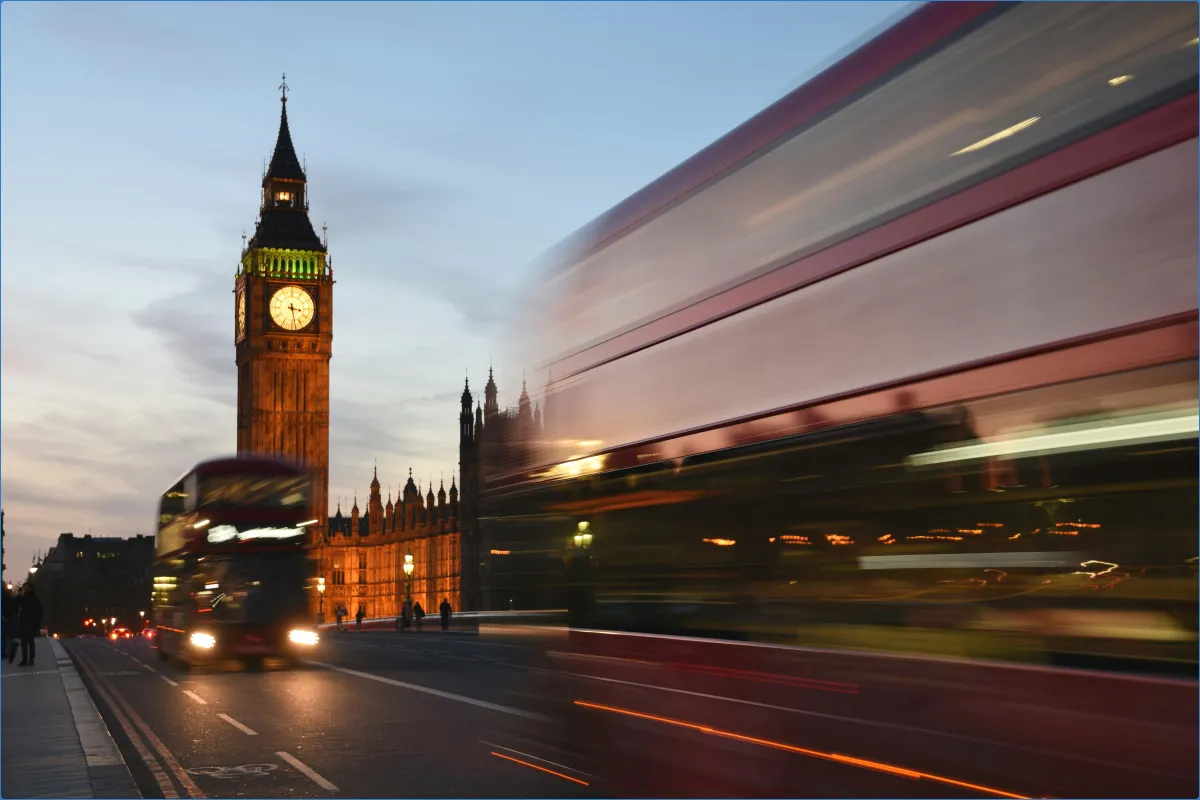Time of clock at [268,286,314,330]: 3:28
